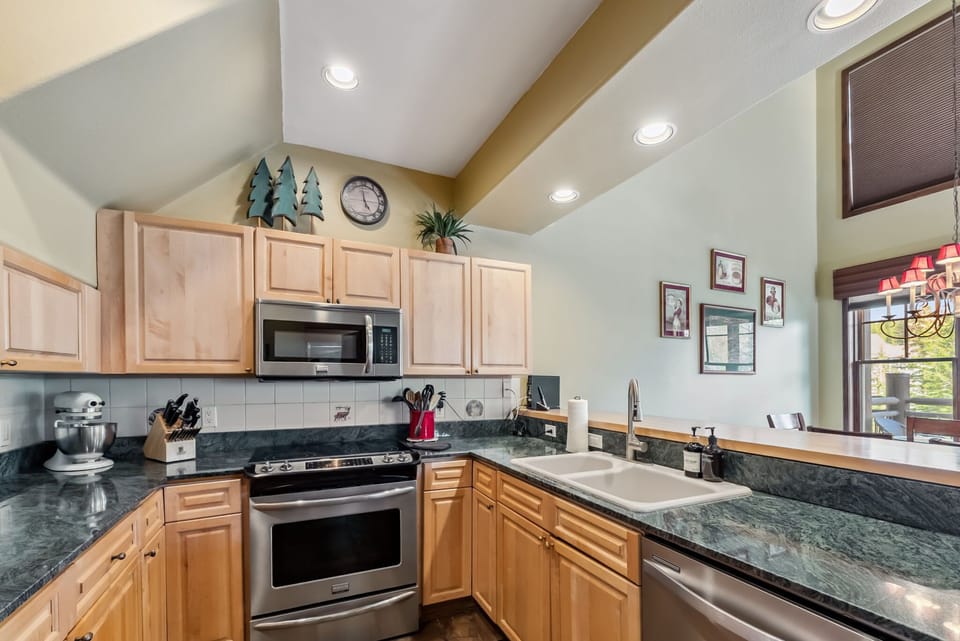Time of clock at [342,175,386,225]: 4:59
